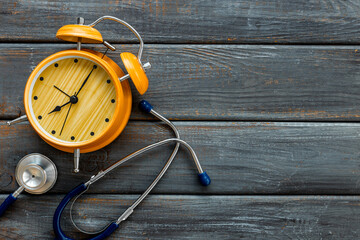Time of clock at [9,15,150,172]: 8:04
